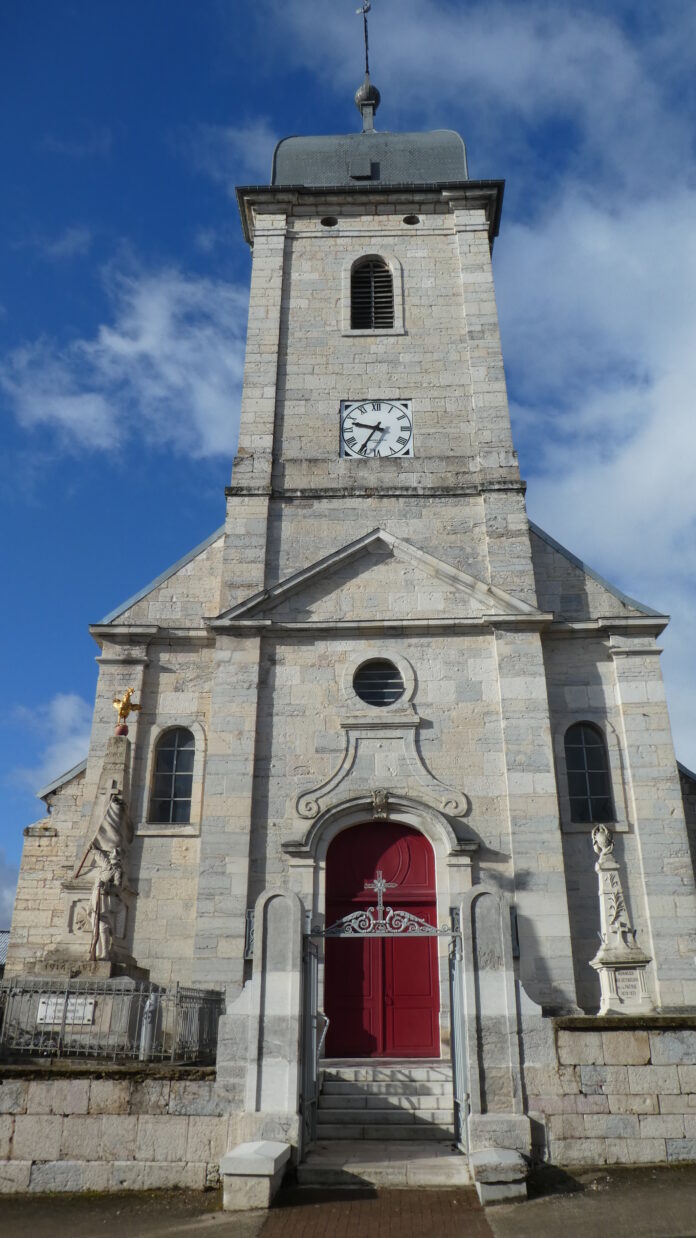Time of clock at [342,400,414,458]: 9:35
